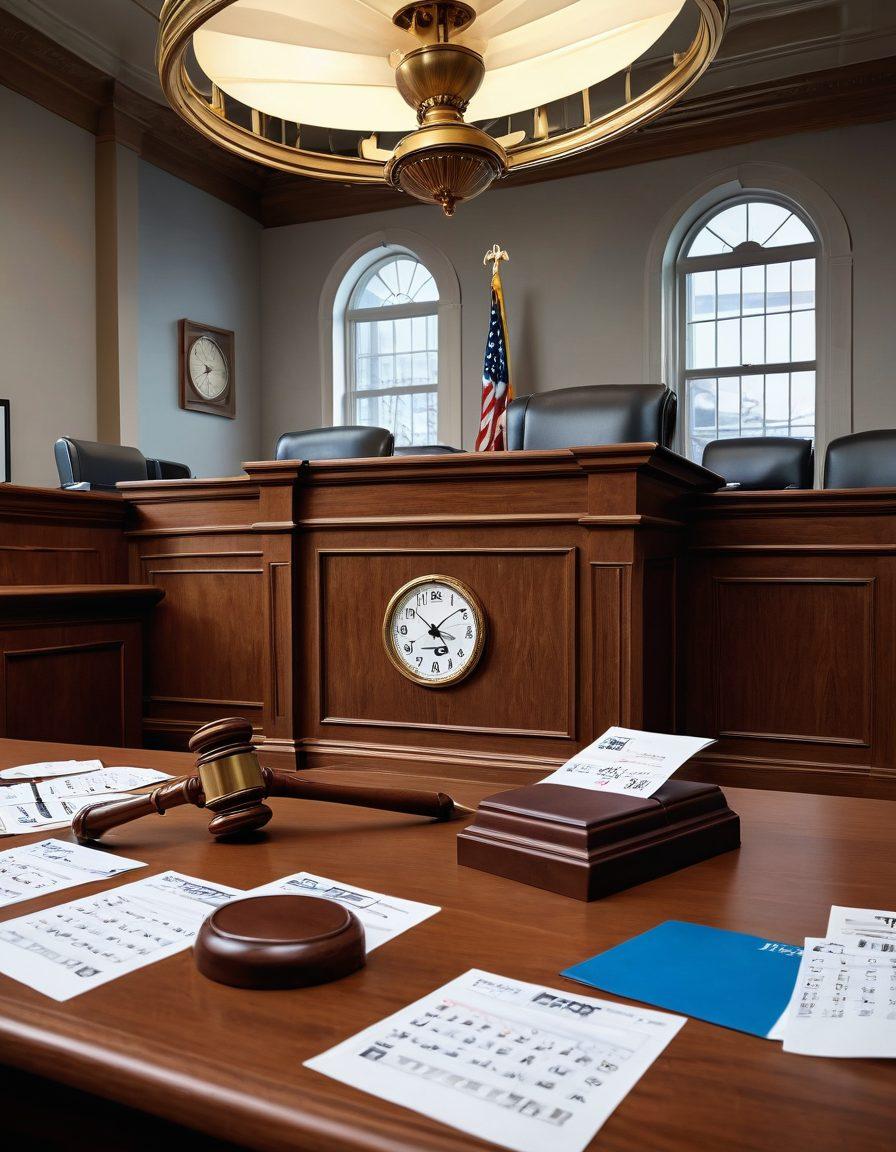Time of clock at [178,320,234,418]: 8:12
